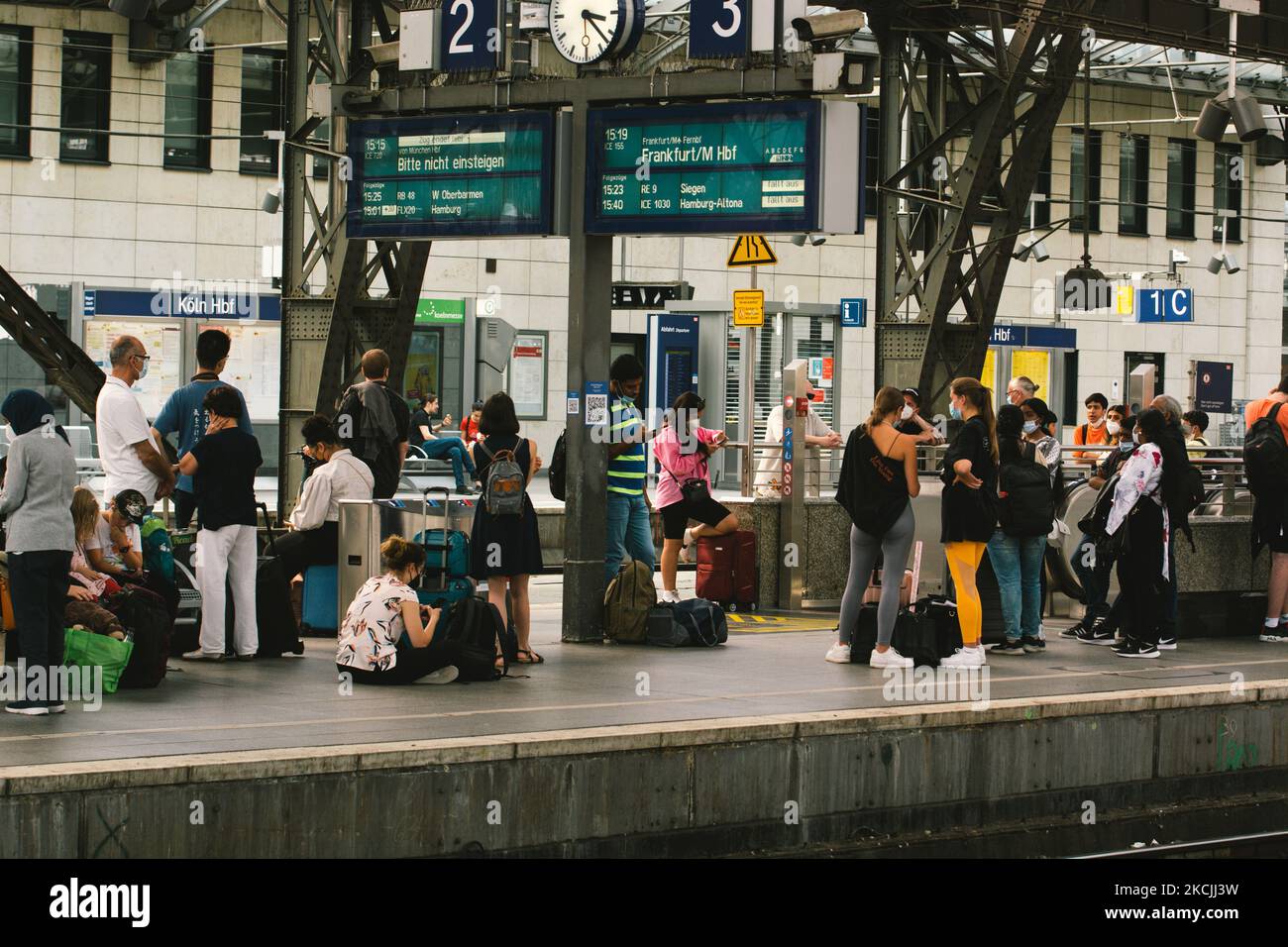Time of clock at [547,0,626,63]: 3:22
